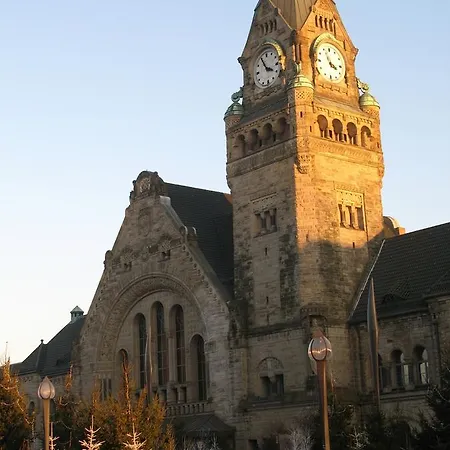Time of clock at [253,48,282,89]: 3:55
